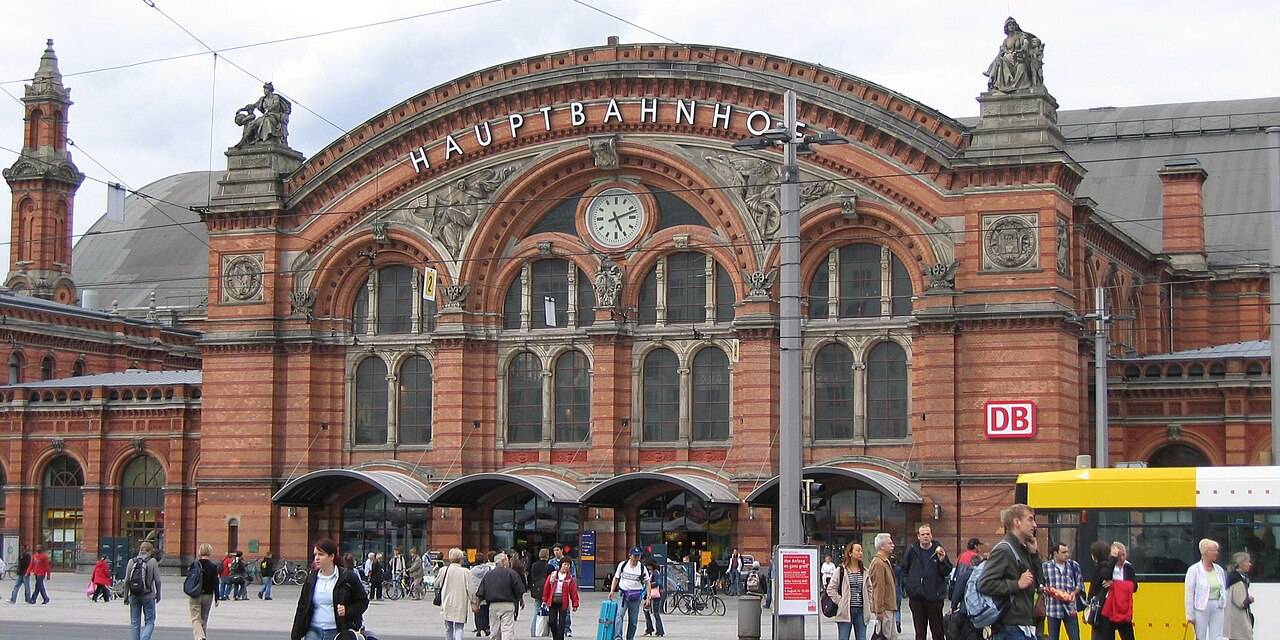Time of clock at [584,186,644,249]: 5:12
